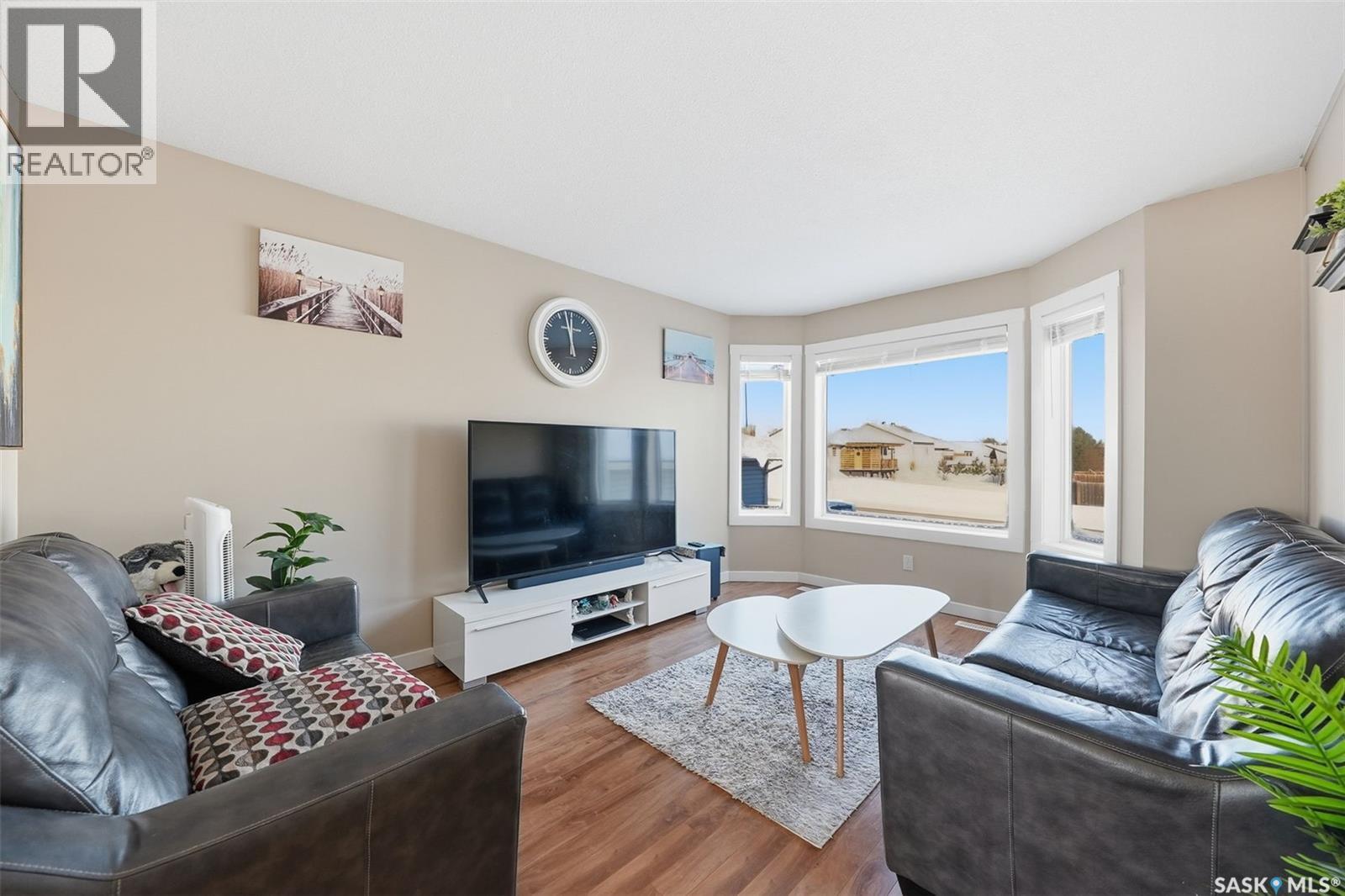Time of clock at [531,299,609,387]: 11:57
